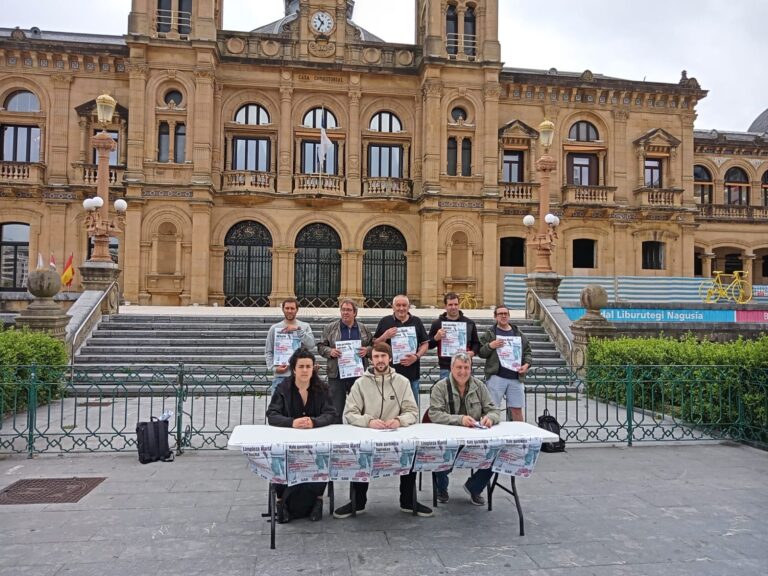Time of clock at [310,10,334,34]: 10:35
